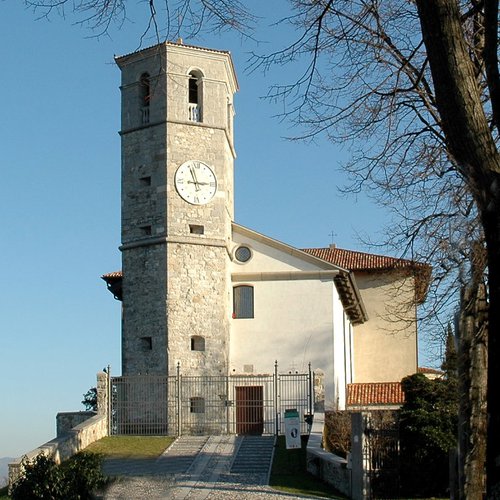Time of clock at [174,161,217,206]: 2:56
